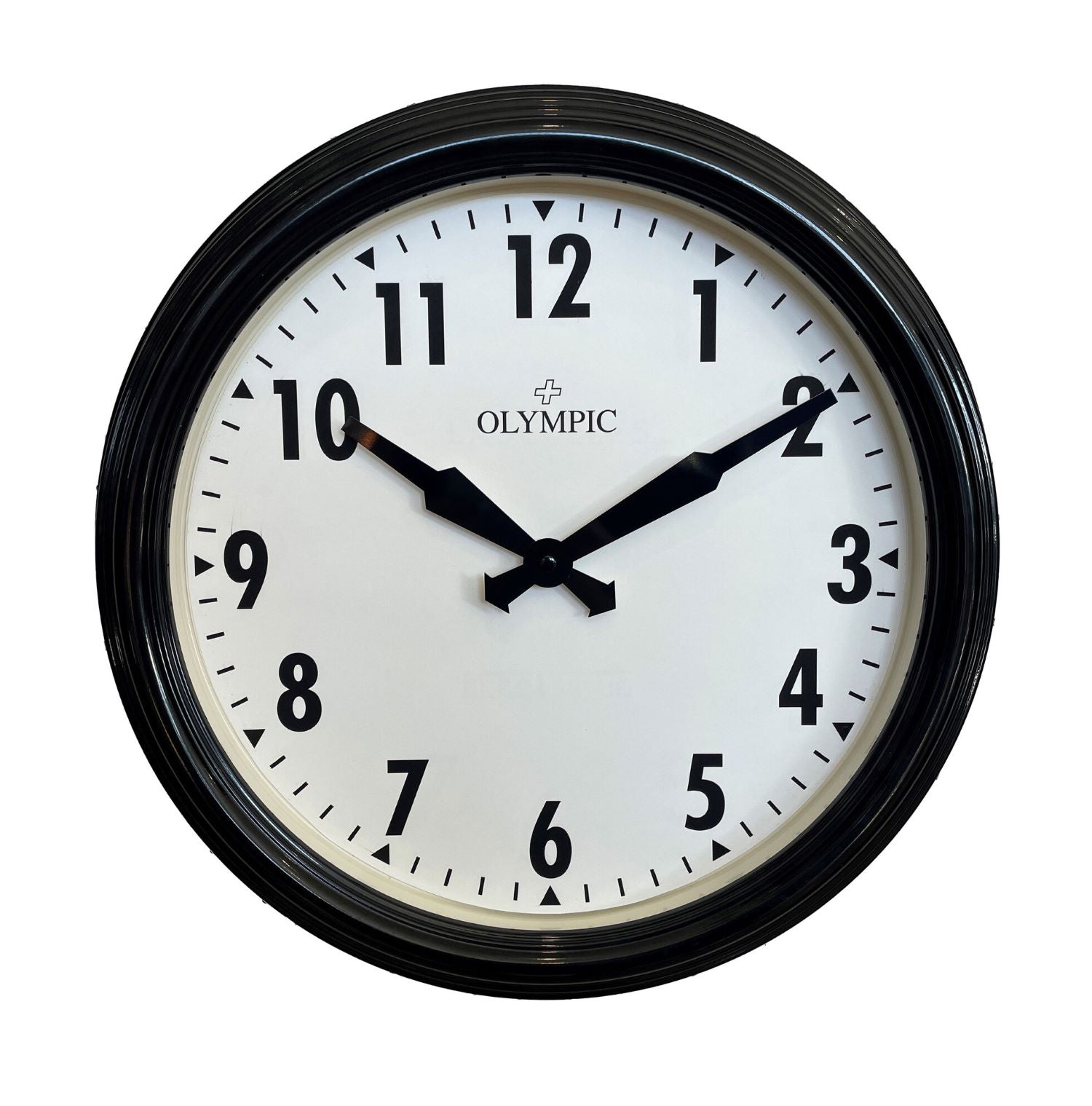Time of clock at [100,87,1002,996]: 10:09
